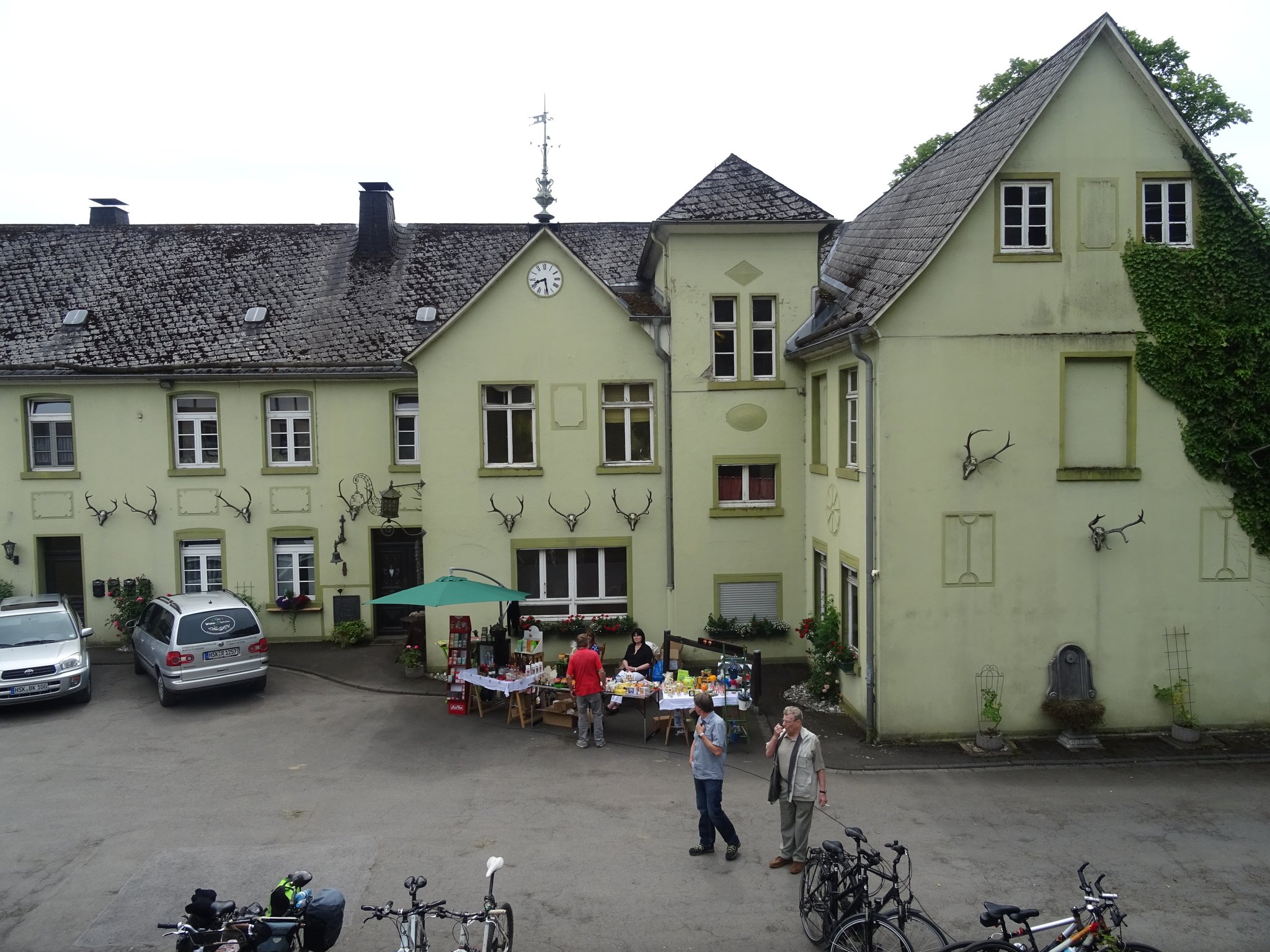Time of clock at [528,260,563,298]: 8:28
